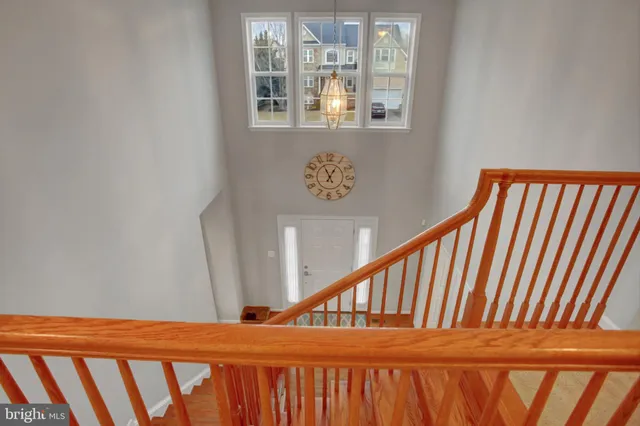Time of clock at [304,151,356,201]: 12:55
